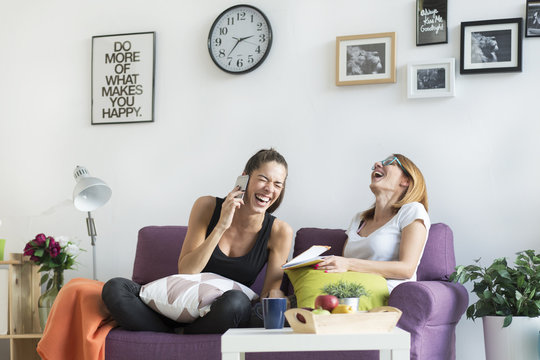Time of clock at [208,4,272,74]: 2:36
